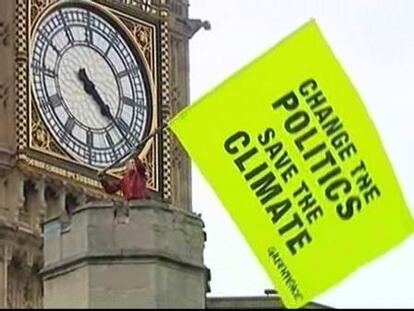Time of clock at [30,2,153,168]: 4:21
